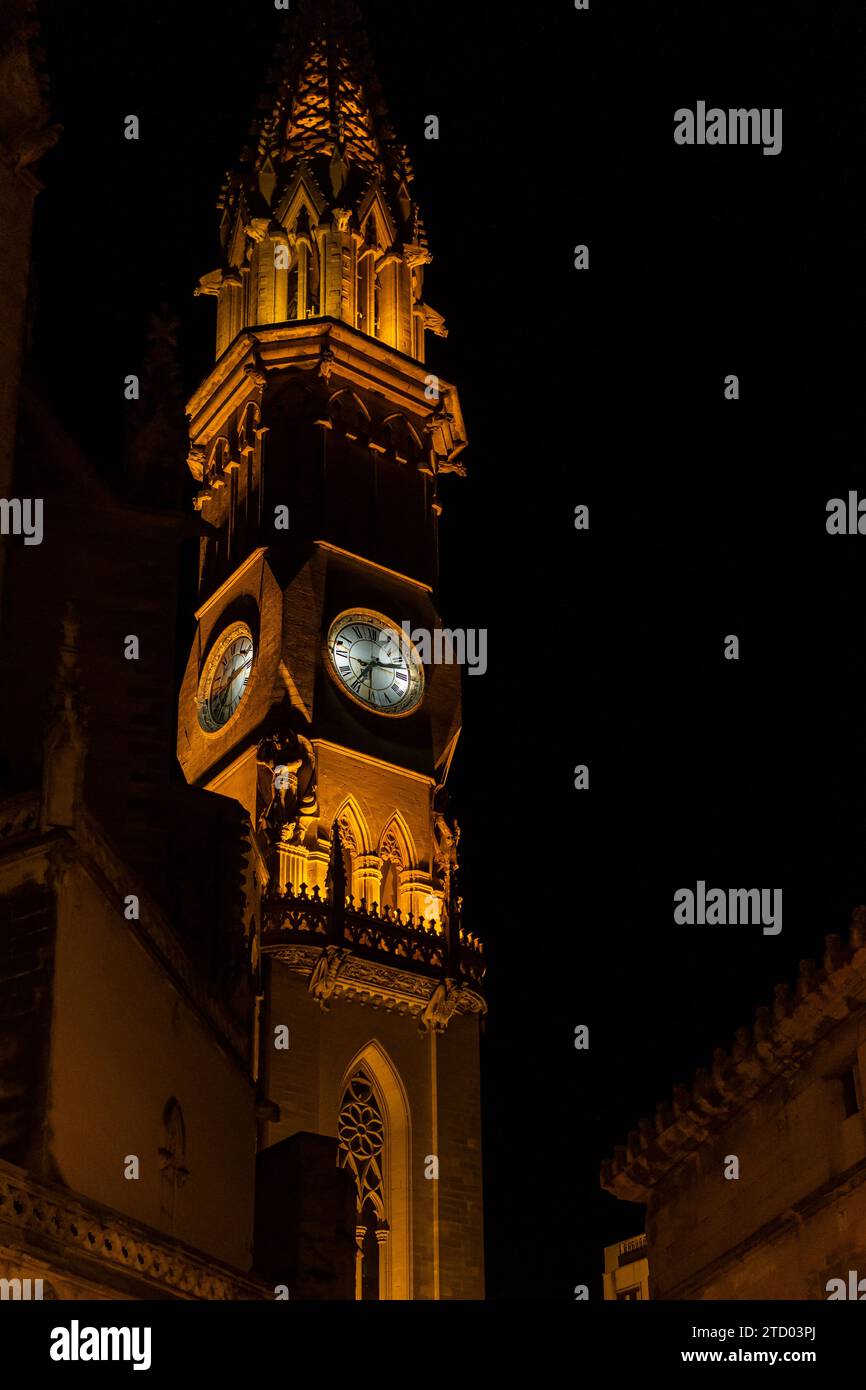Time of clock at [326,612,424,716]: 7:12
